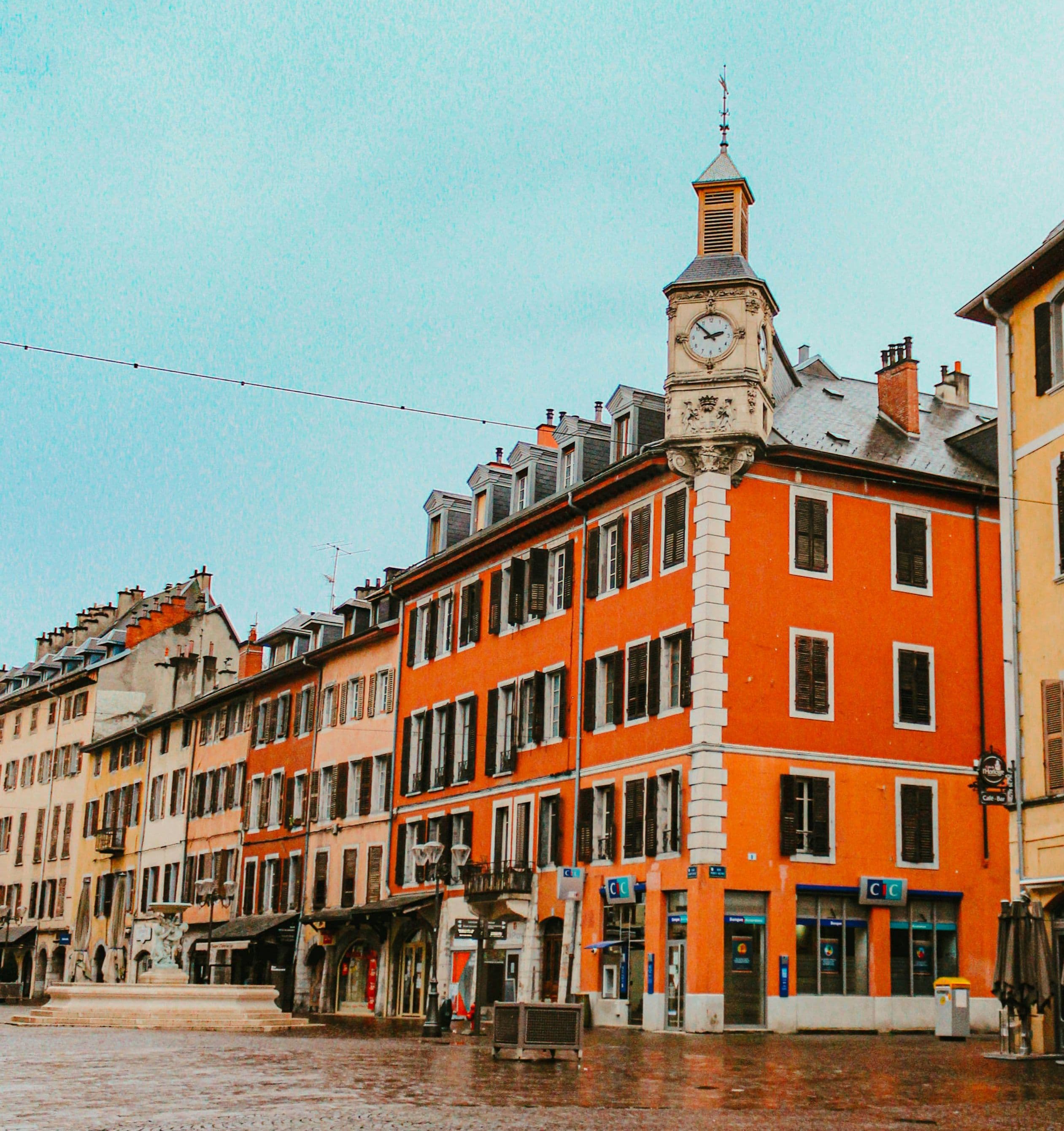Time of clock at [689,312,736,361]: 2:52
